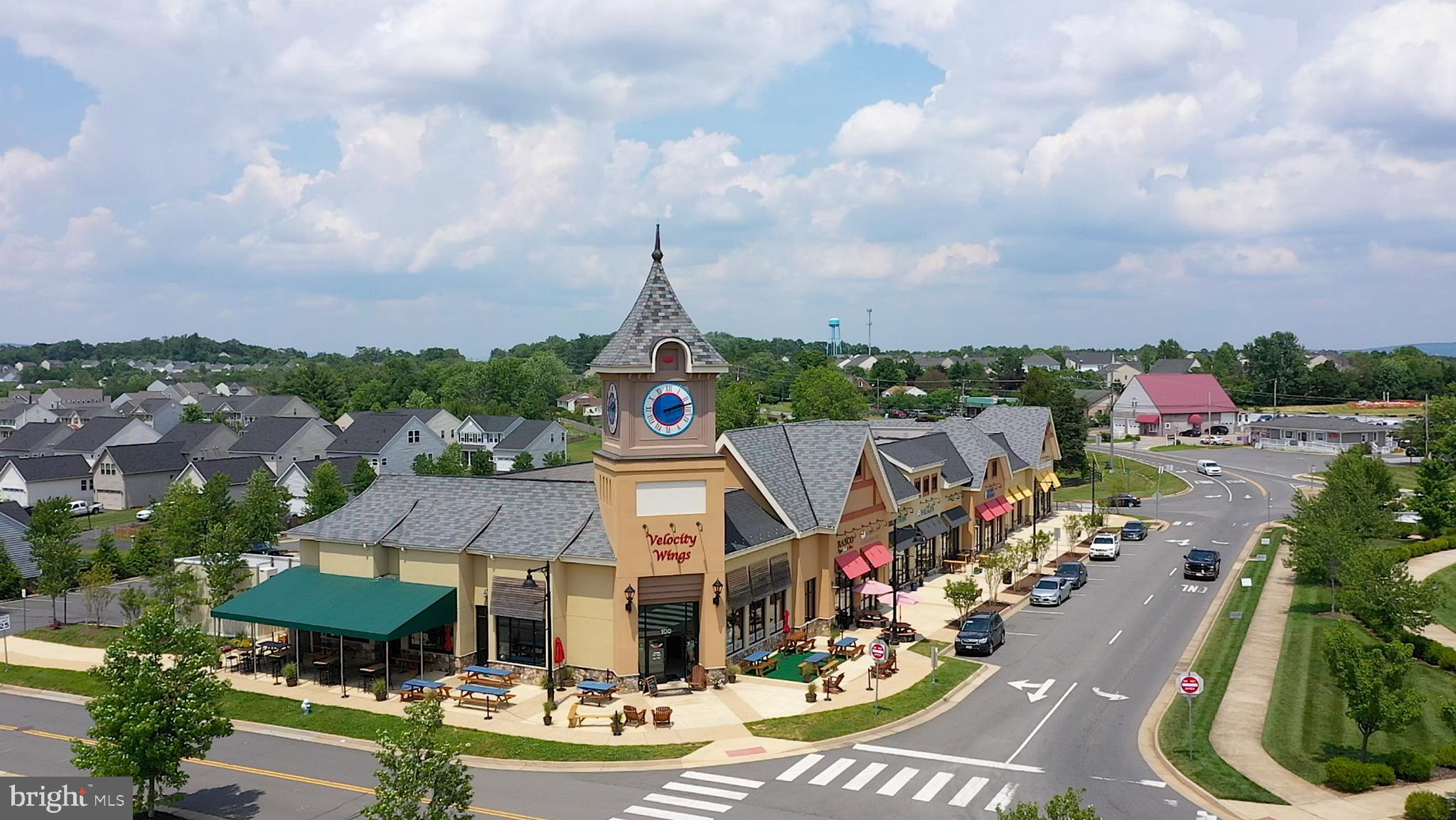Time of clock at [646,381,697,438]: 2:12
